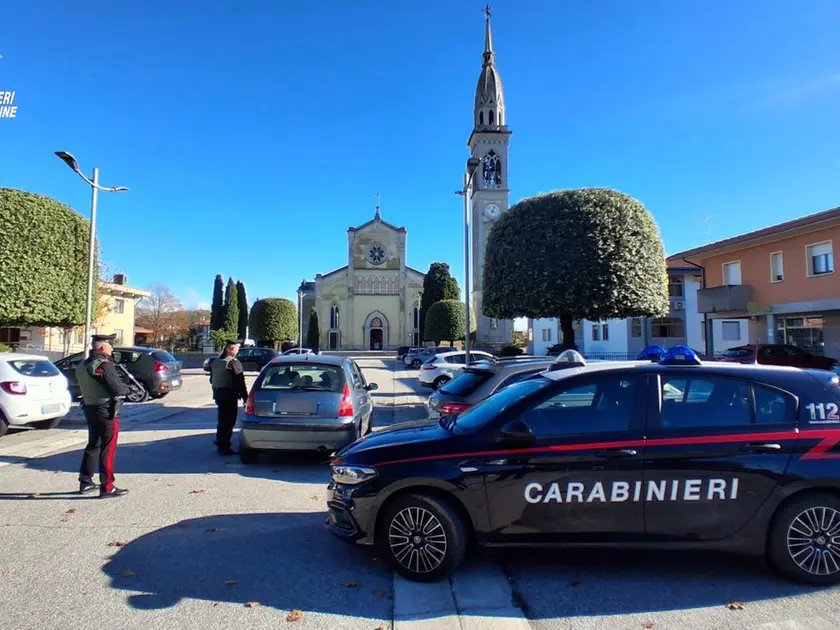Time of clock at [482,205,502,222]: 12:52
